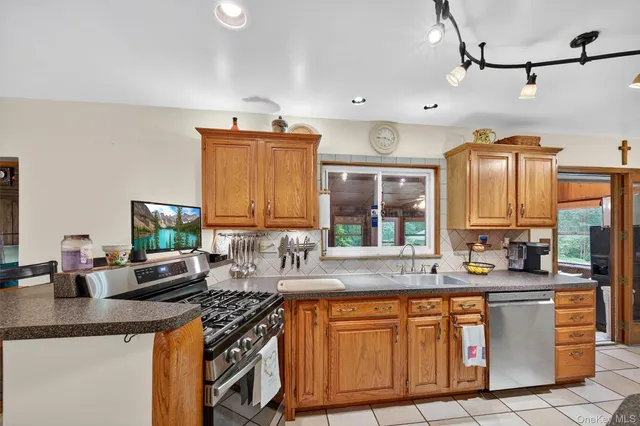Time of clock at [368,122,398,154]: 3:44
